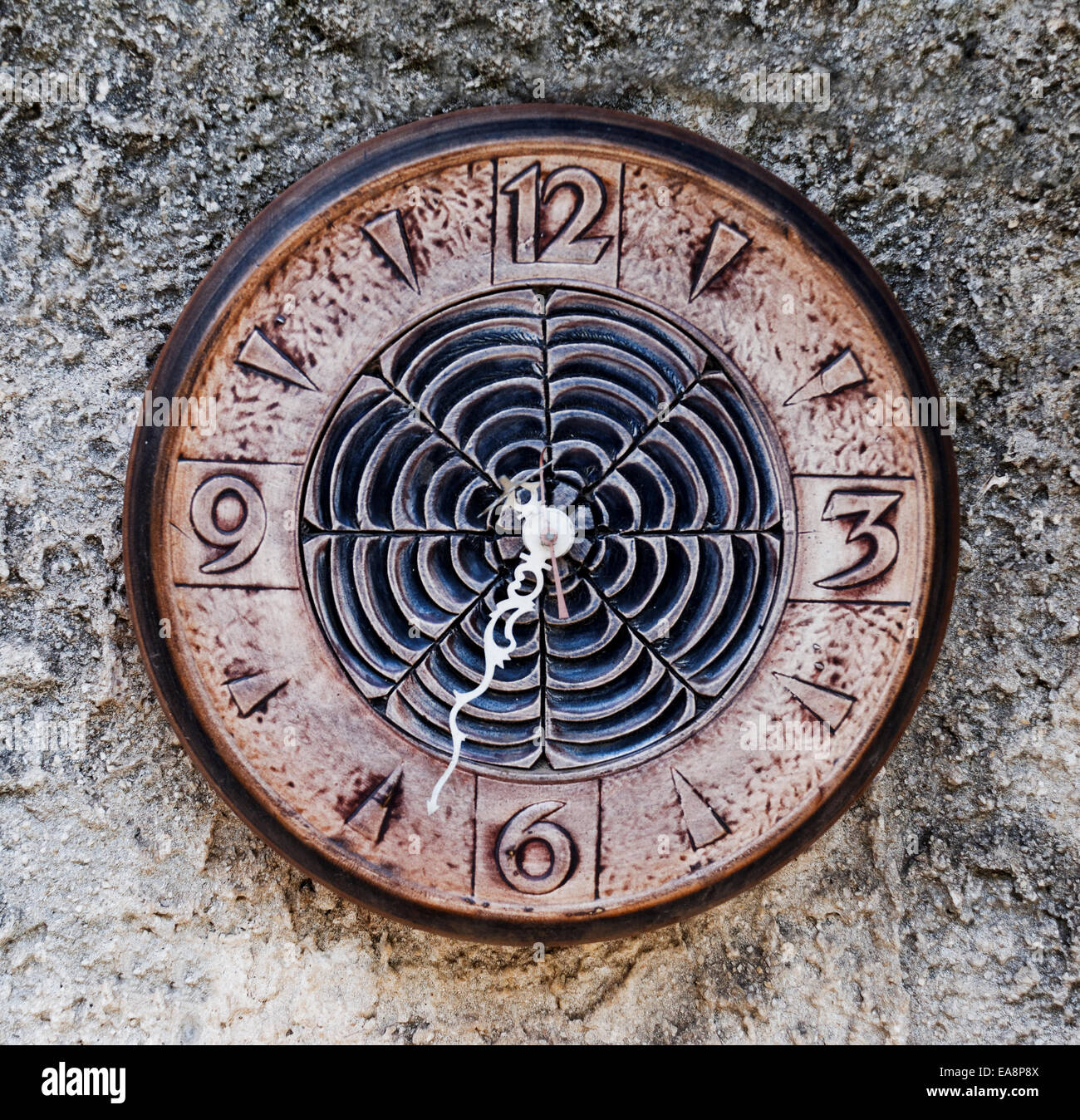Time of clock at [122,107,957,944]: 6:32
